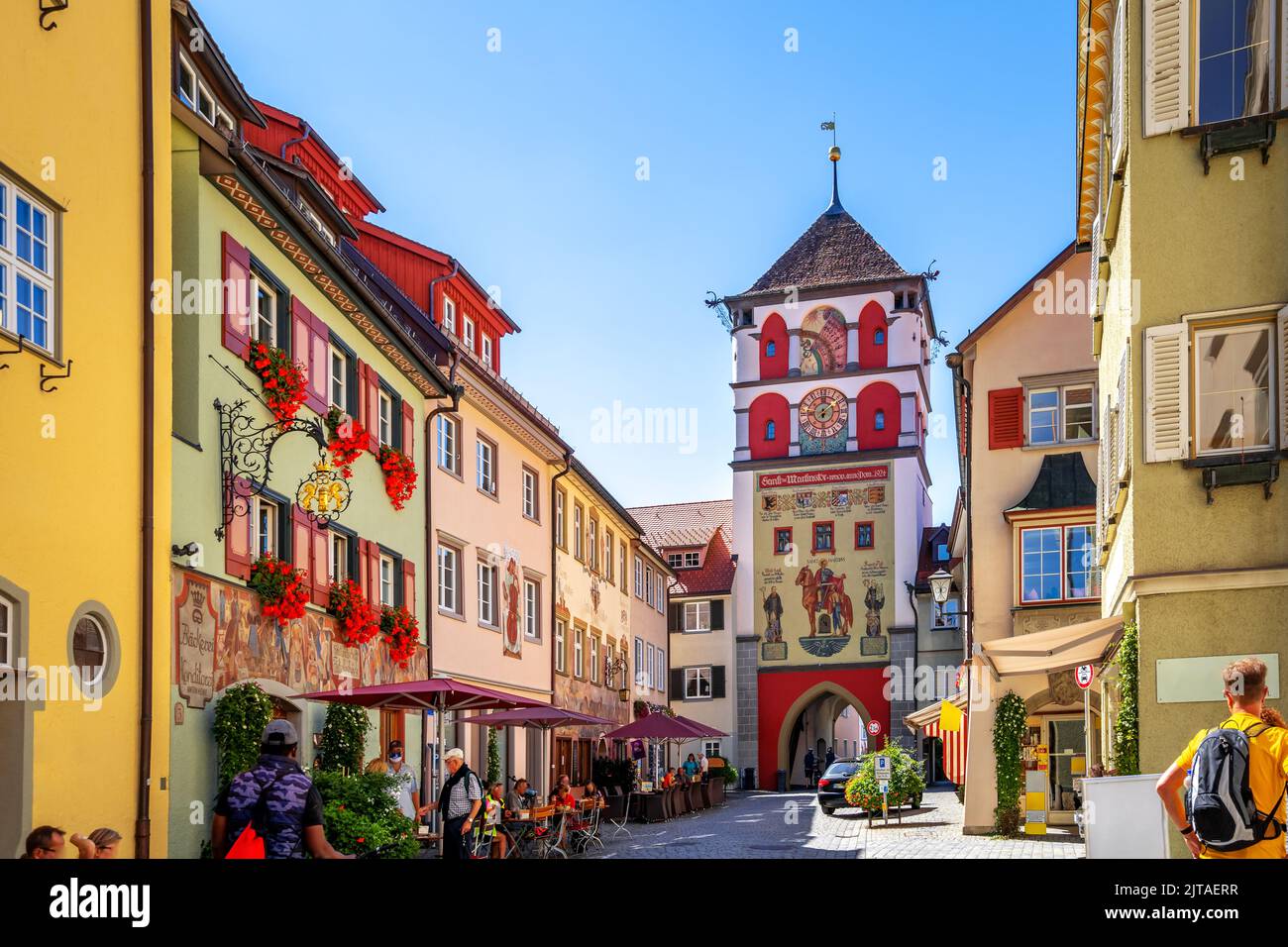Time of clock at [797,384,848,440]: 6:08
